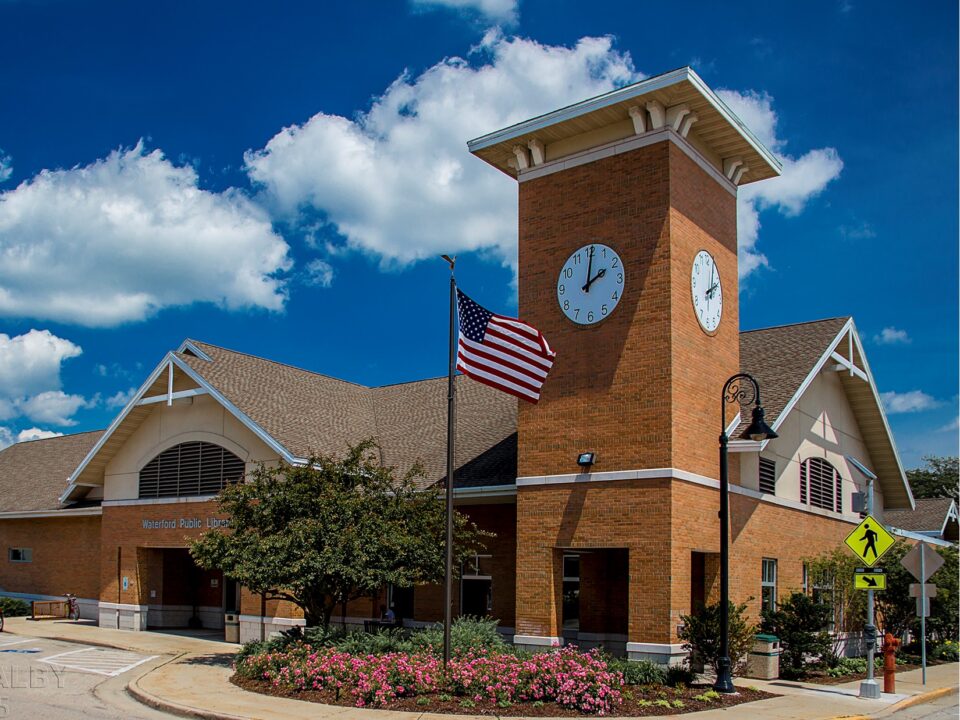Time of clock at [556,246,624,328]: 2:01
